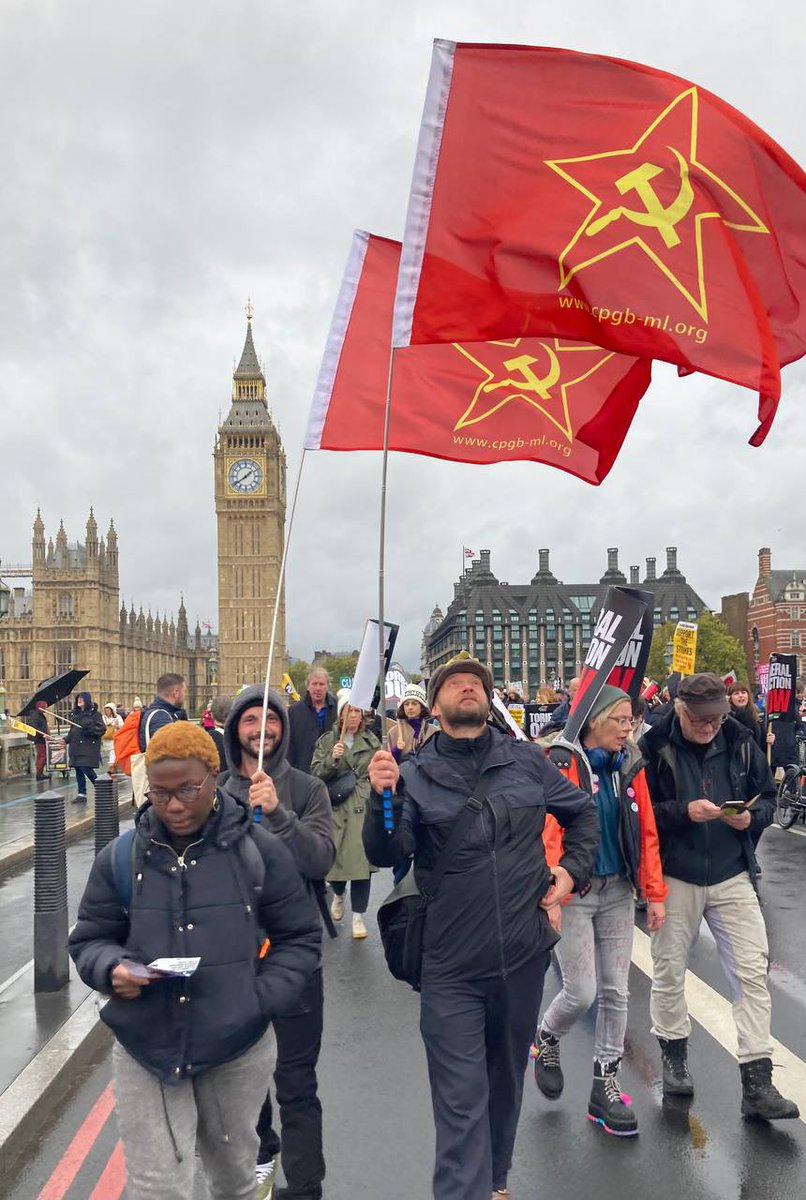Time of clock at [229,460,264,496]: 1:39
